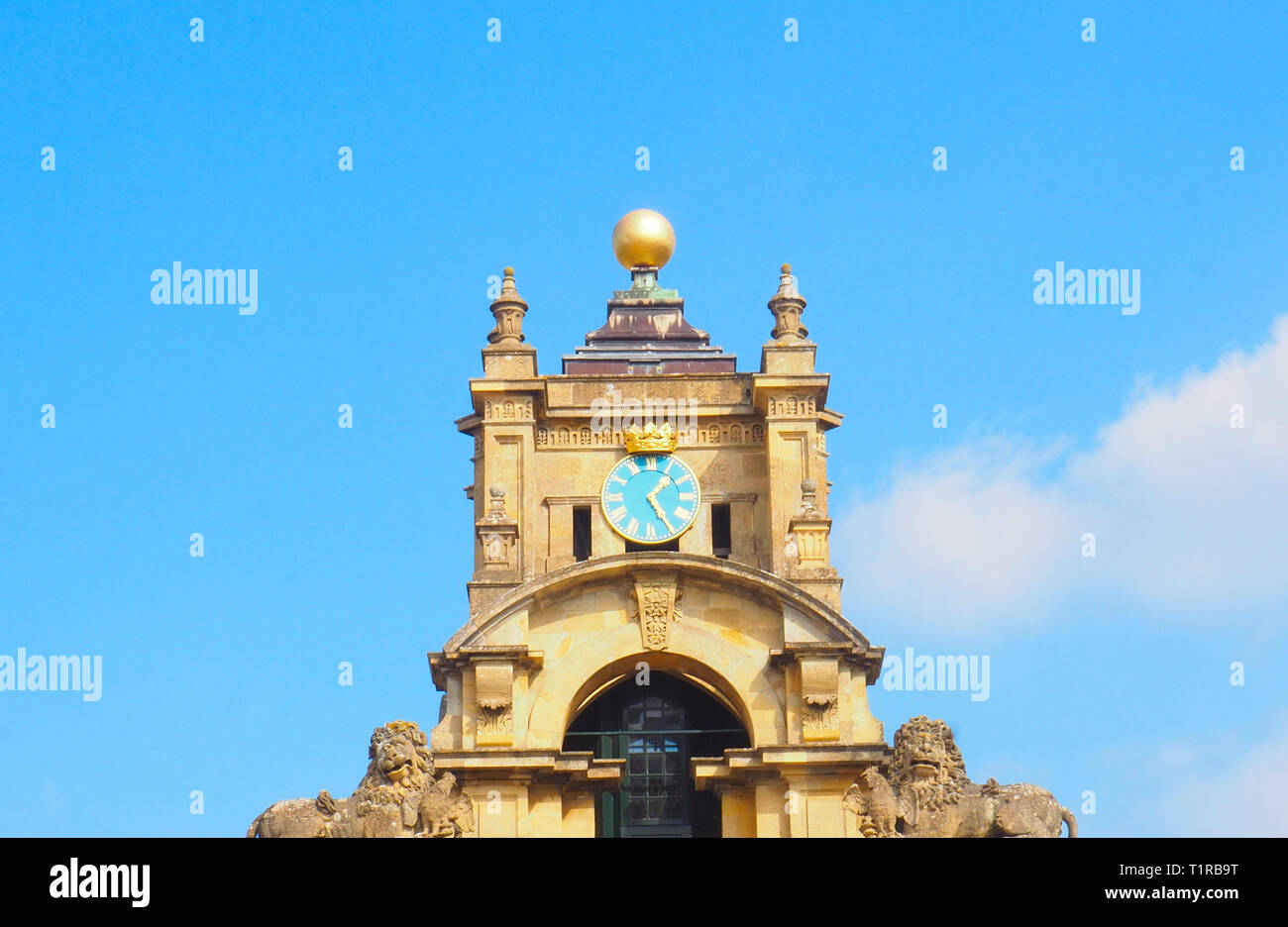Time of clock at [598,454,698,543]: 1:24
